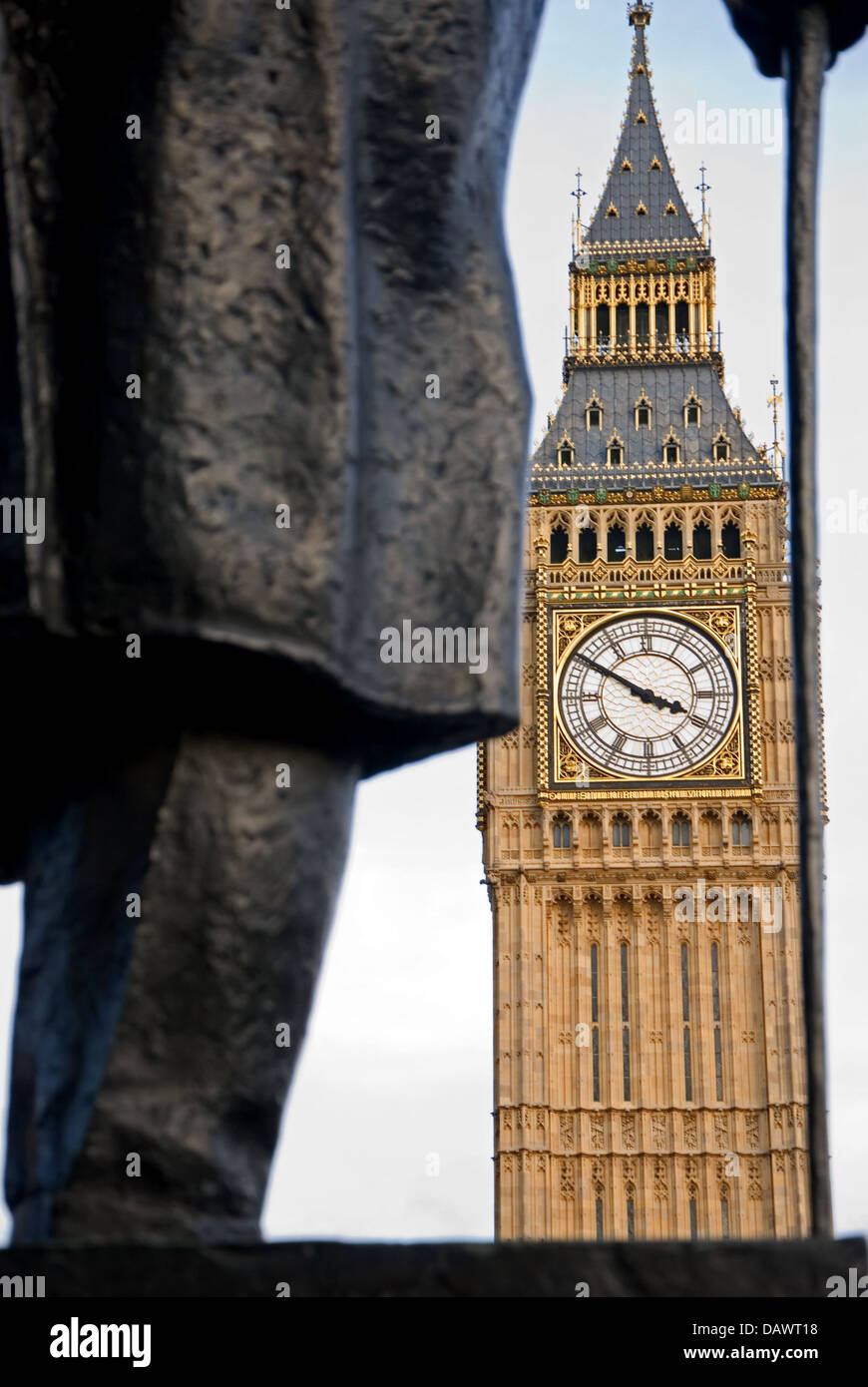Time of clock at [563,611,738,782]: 3:50
